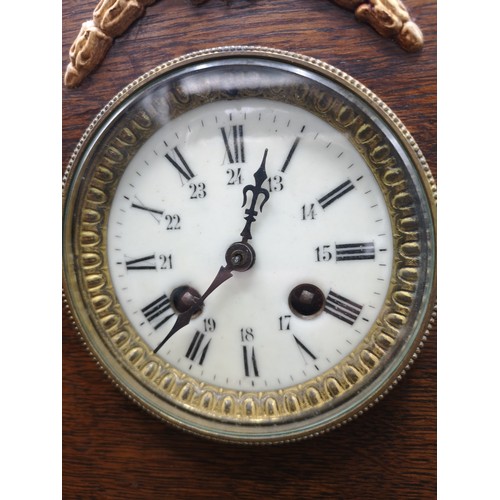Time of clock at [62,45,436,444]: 12:37
